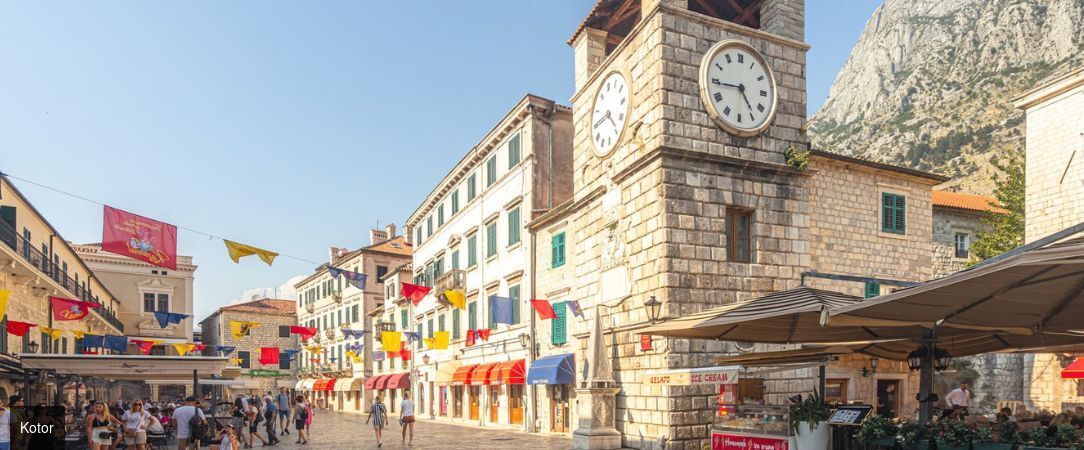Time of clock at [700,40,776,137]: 4:44
